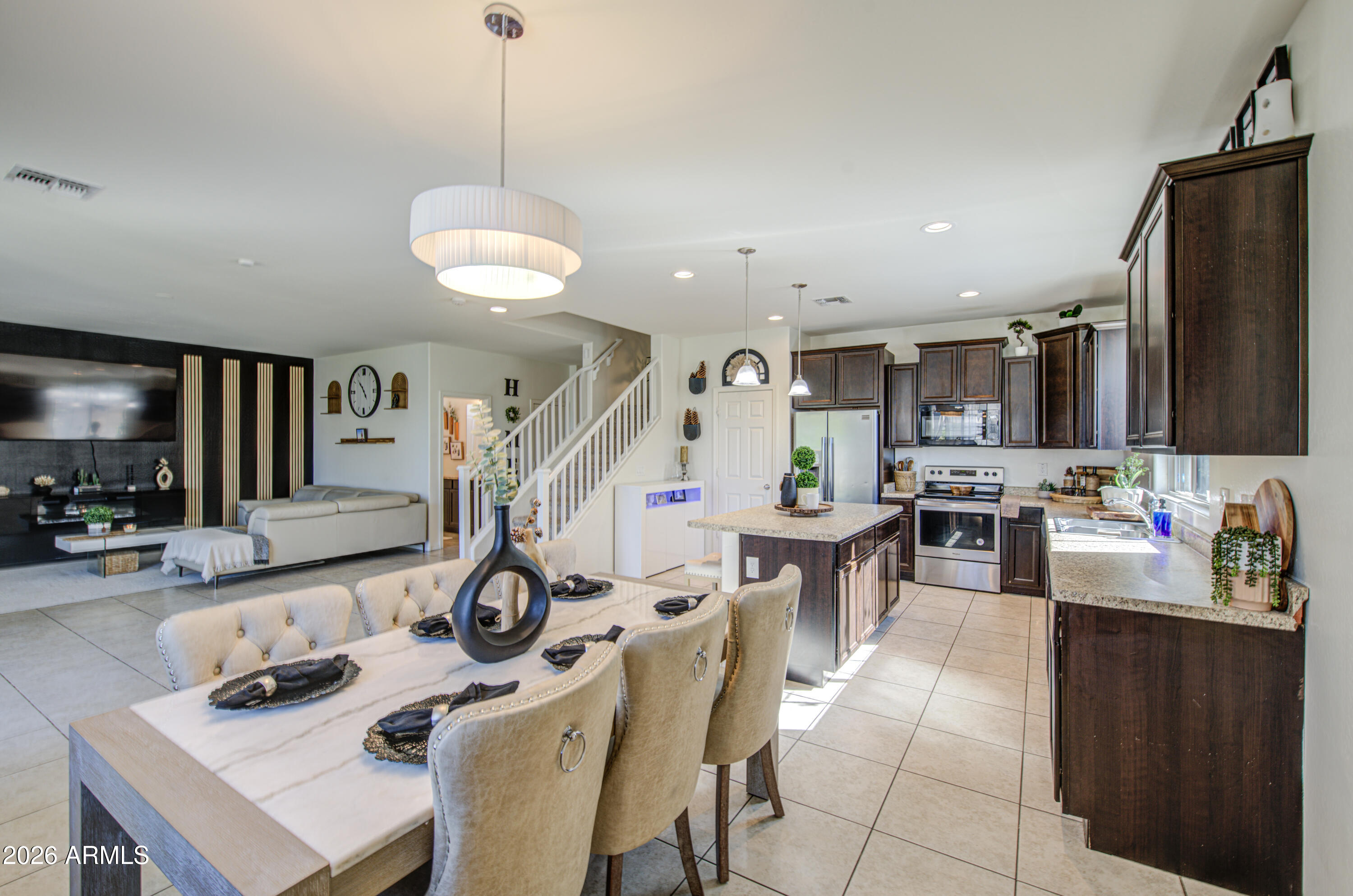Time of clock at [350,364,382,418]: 4:52
